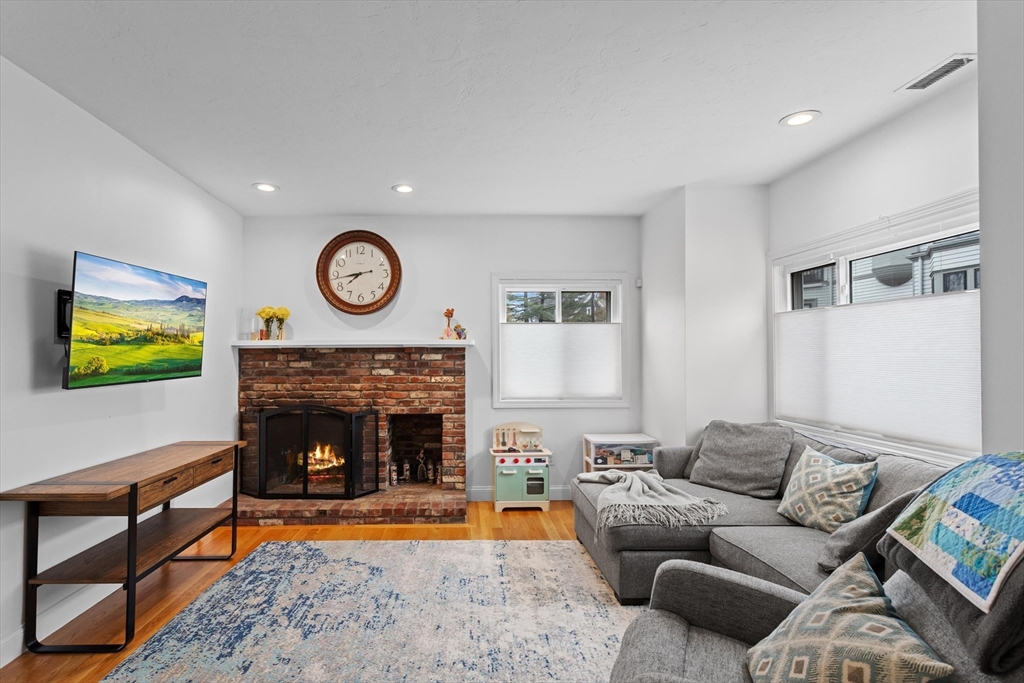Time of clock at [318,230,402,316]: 7:43
